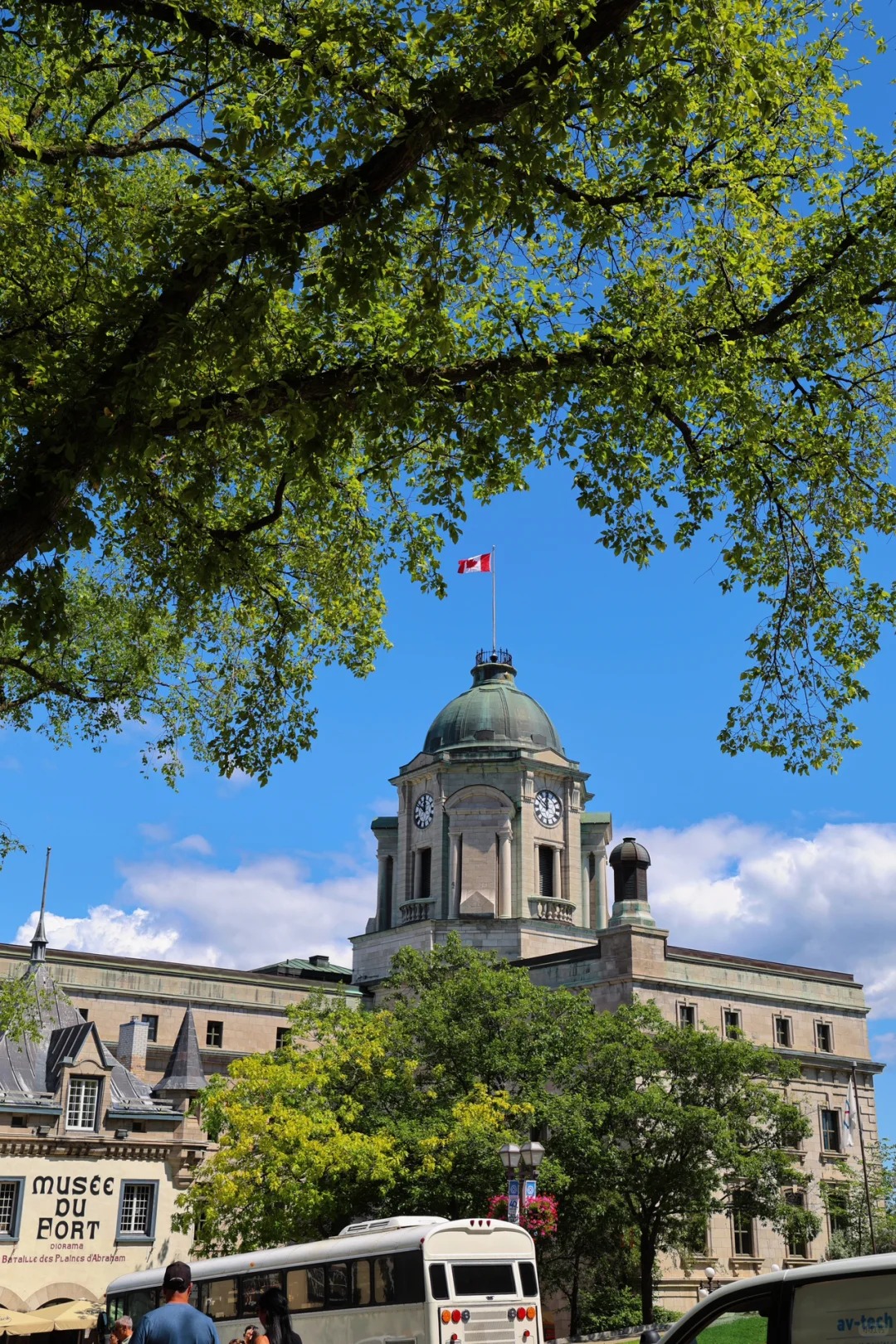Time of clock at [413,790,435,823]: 11:51
